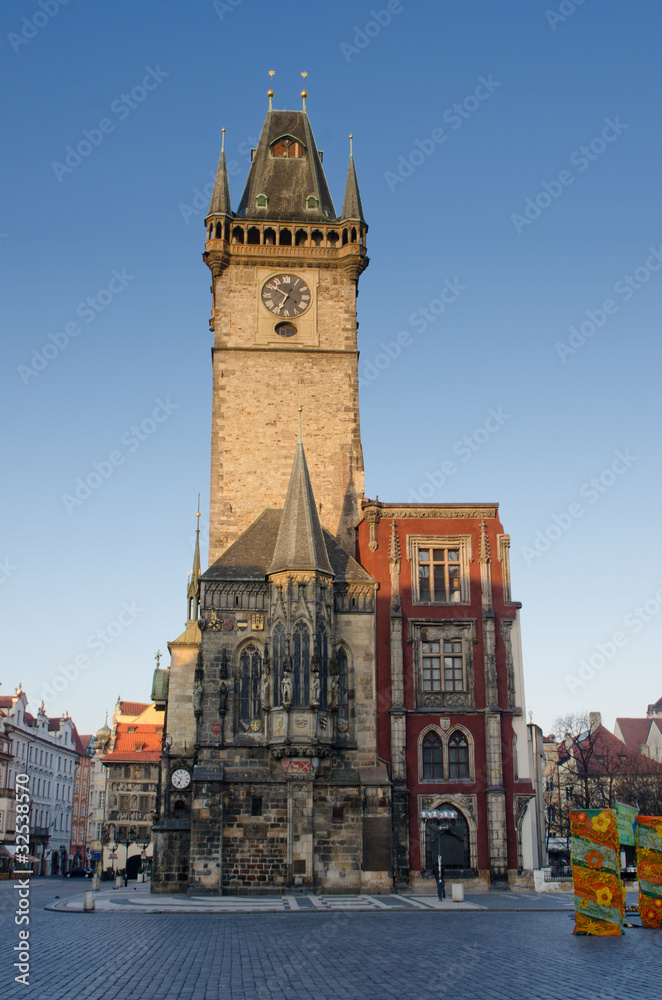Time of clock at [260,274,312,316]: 6:50
